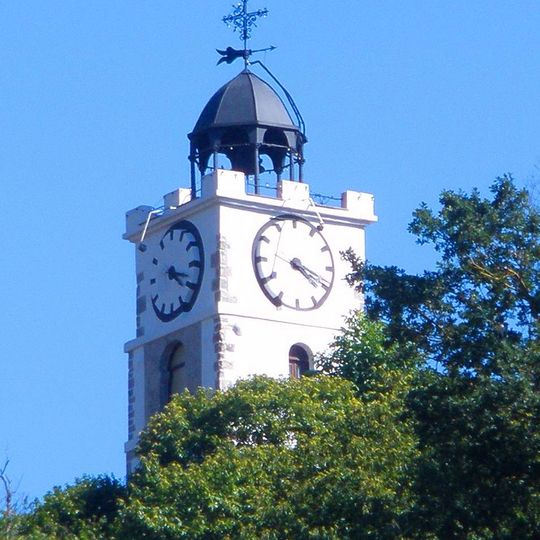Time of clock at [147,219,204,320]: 4:17
